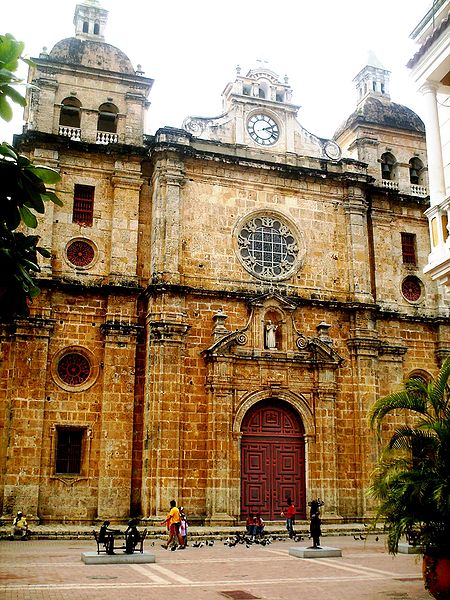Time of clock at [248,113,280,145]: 2:18
